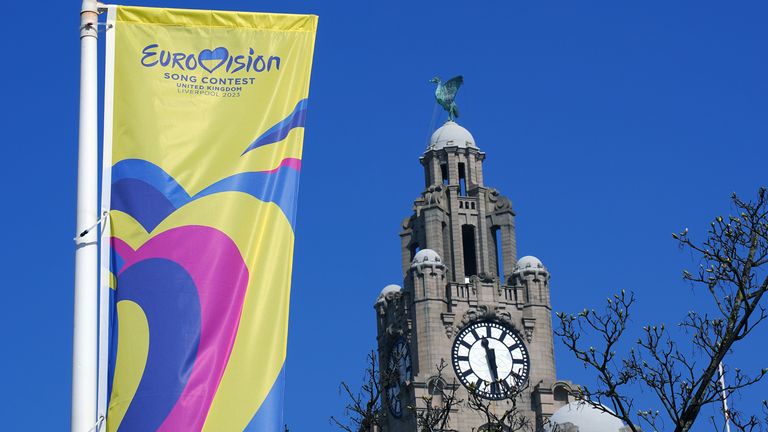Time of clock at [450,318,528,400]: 11:28
